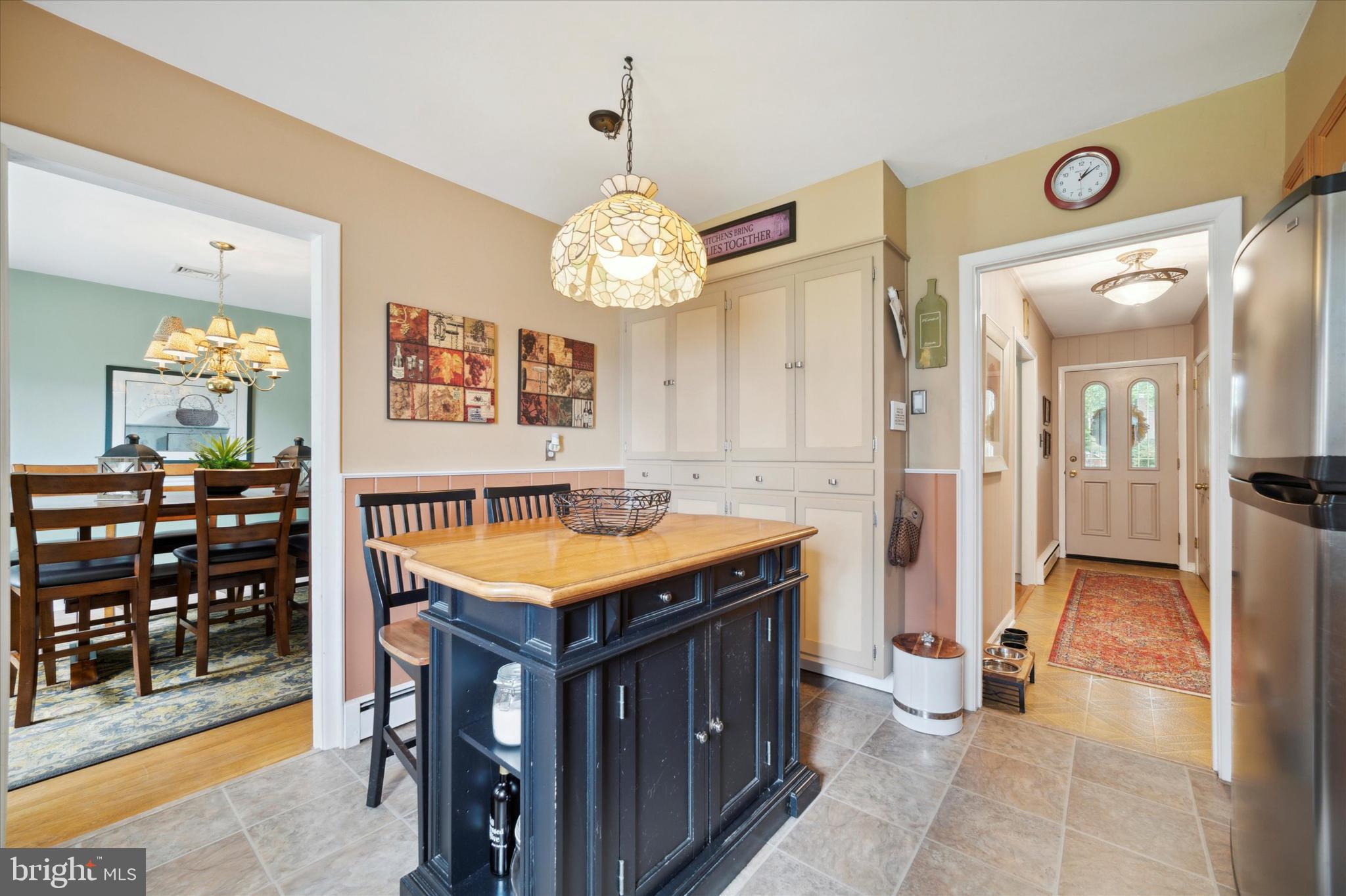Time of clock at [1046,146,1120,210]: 1:09
